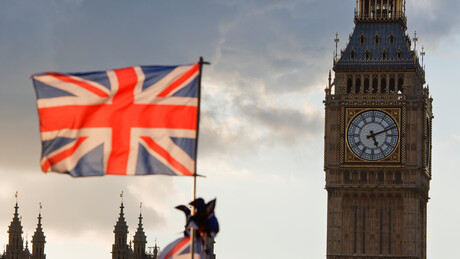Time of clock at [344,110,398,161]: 5:11
